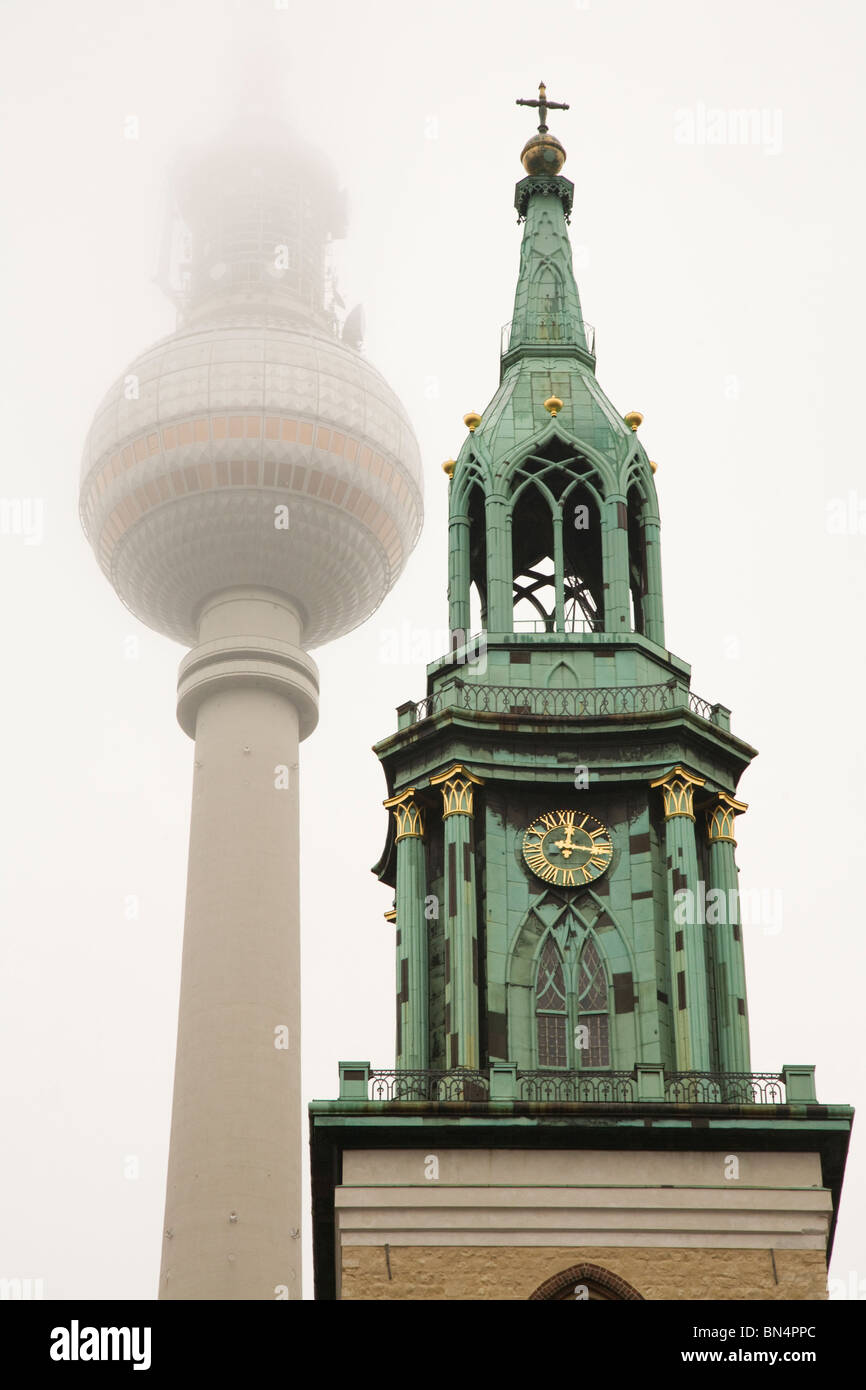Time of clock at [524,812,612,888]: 12:16
